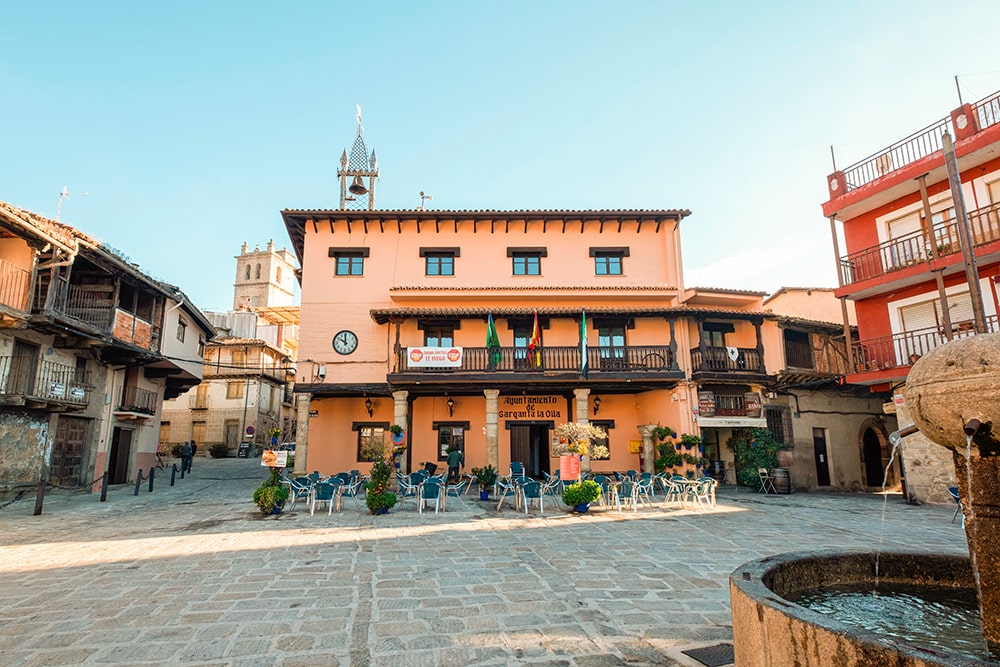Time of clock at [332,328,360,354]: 9:59
